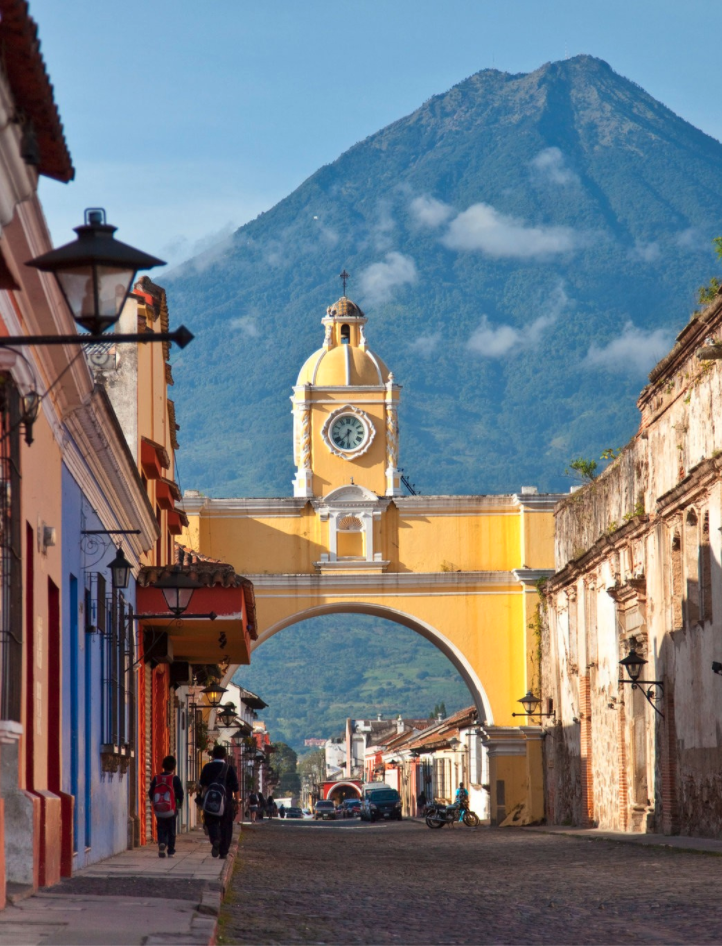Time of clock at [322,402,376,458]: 7:30
